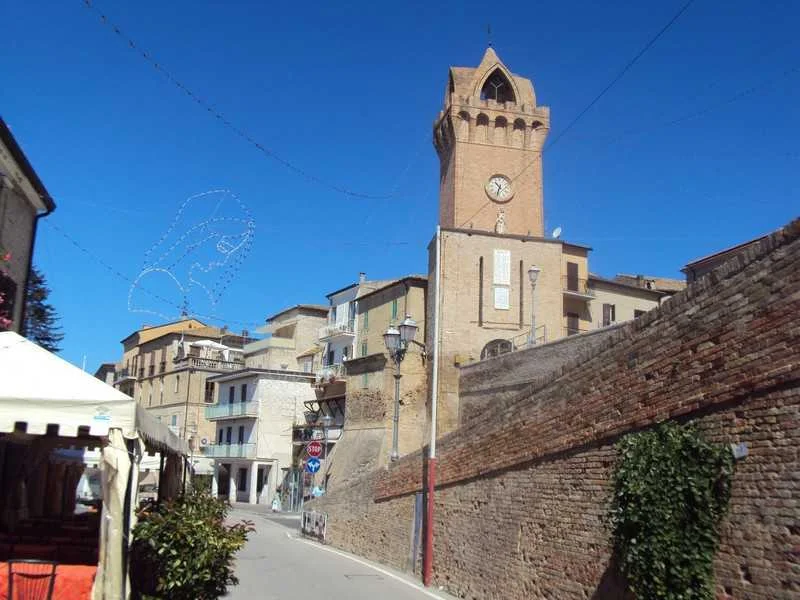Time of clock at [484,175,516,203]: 10:33
